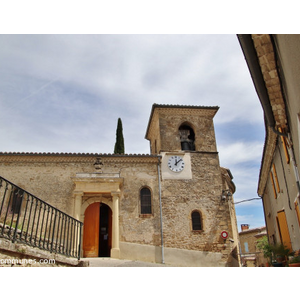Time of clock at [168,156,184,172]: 12:08
